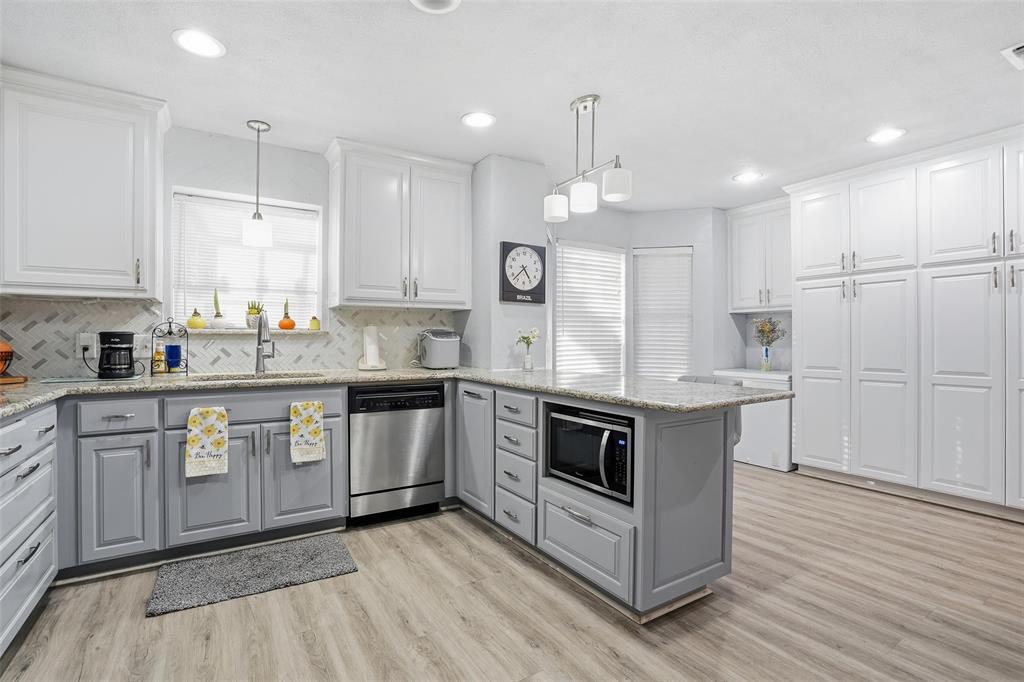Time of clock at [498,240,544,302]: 4:37
